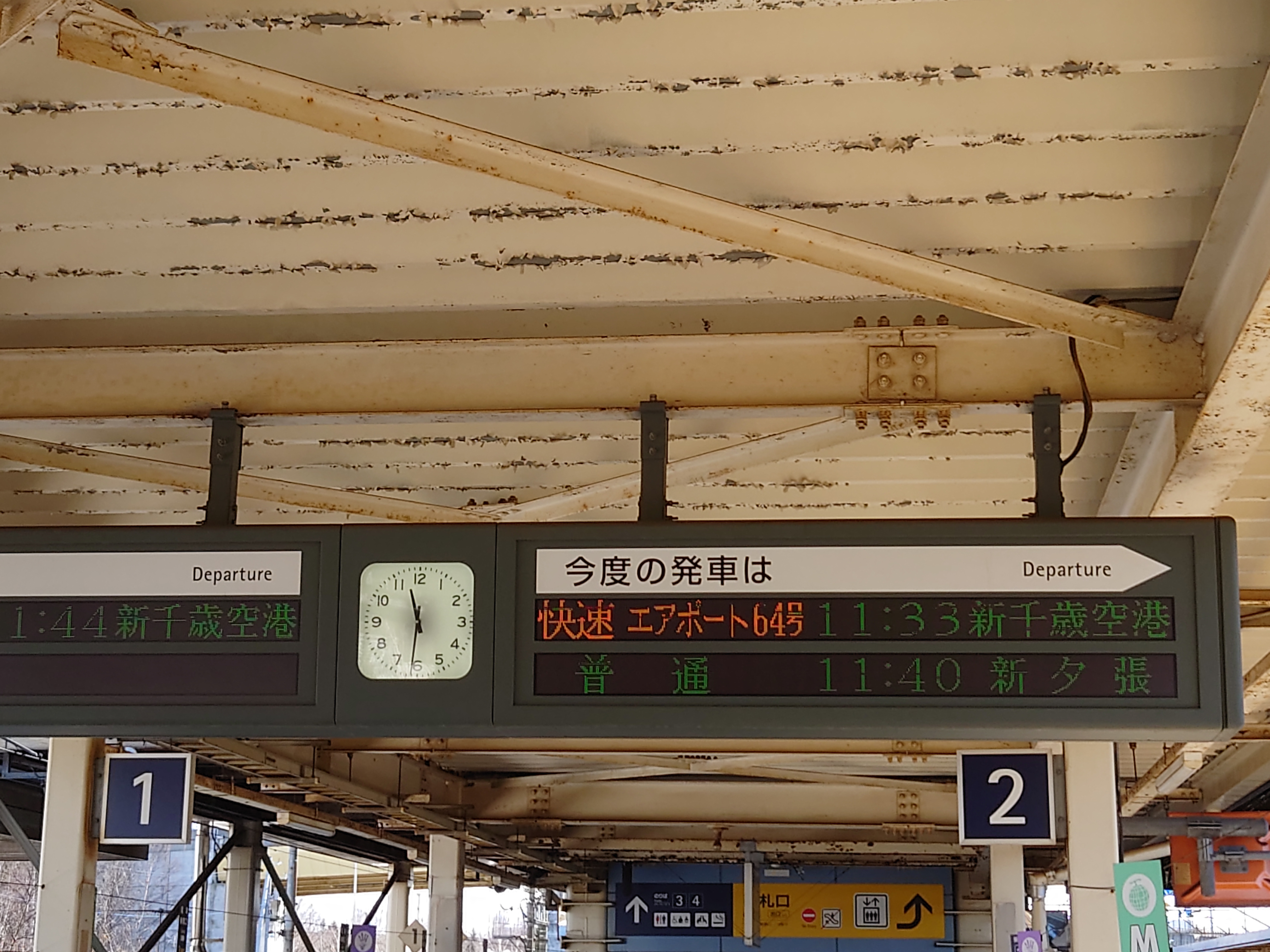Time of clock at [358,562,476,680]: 11:31
